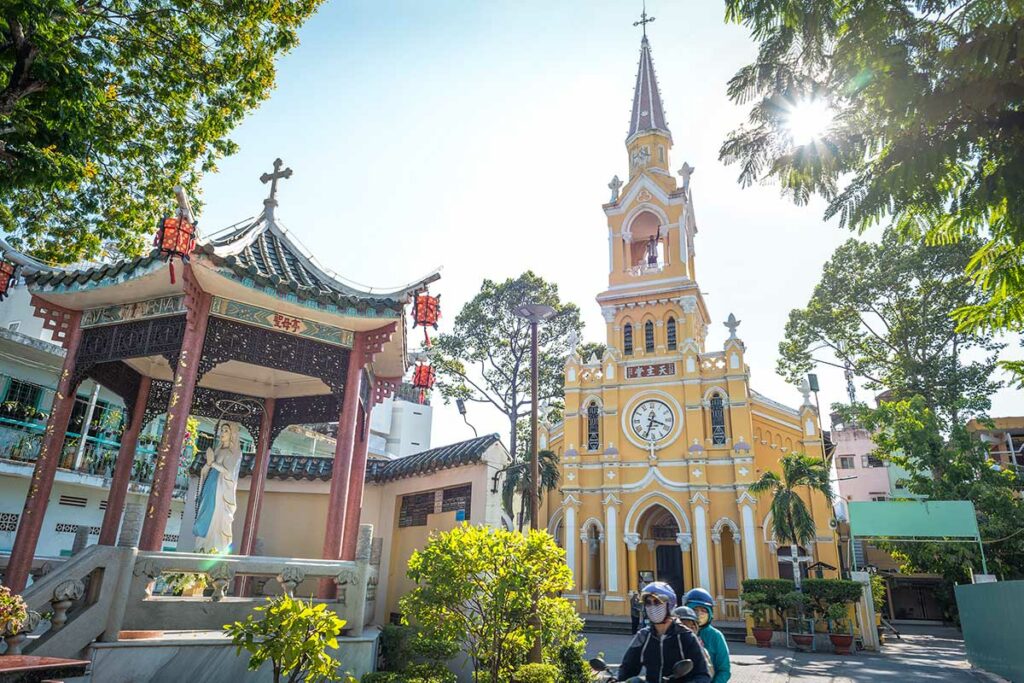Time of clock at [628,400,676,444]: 3:33
